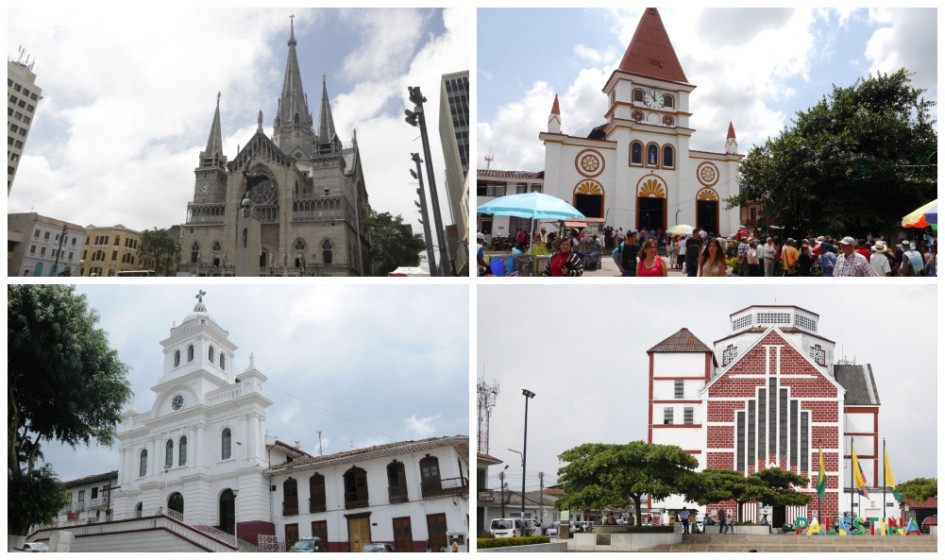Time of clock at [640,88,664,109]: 11:52
